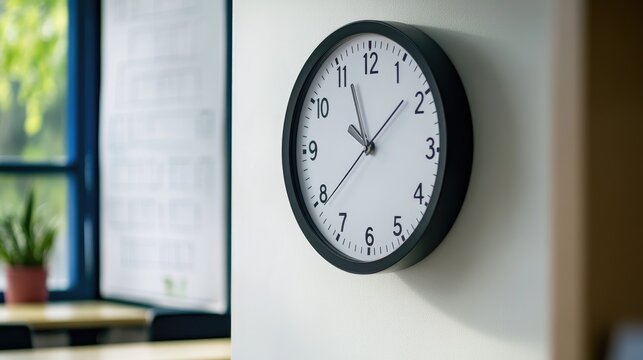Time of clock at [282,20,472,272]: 9:56
